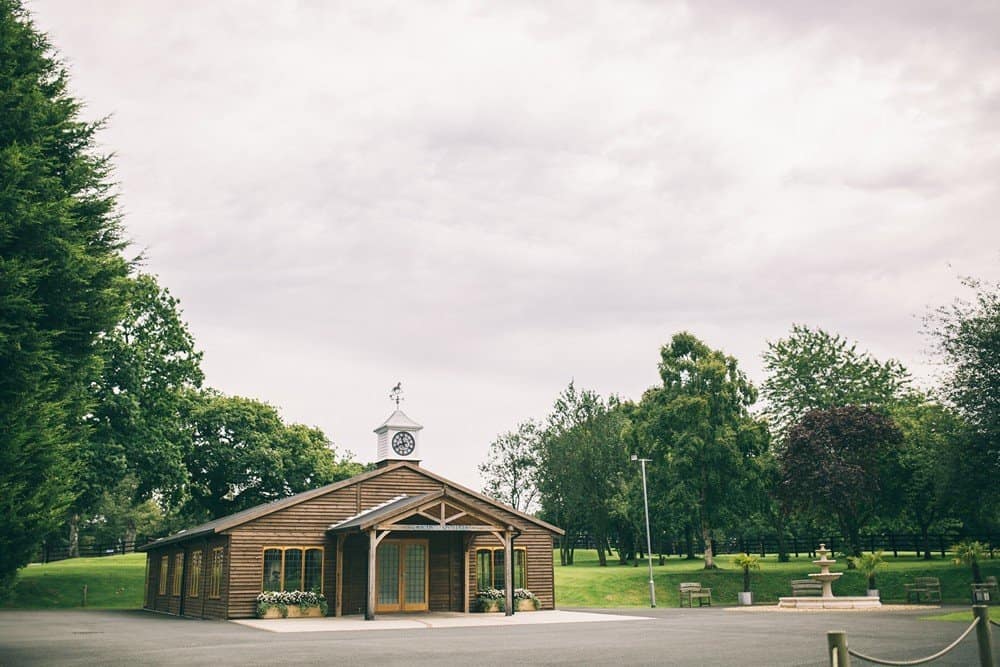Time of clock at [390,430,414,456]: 11:41
